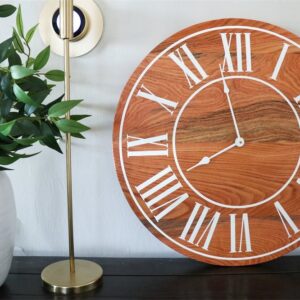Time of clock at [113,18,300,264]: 7:58
